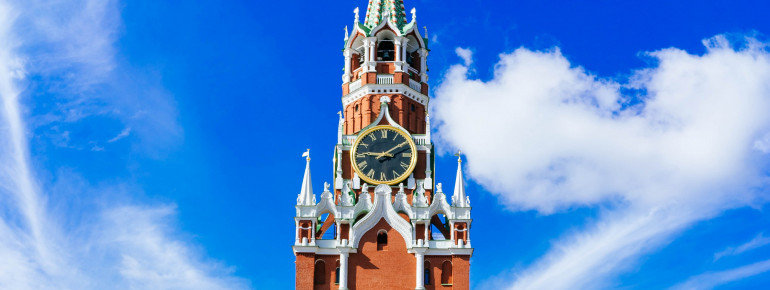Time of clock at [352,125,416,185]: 9:09
